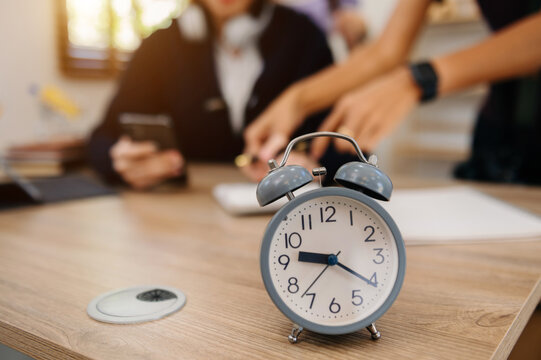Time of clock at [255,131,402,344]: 9:20
